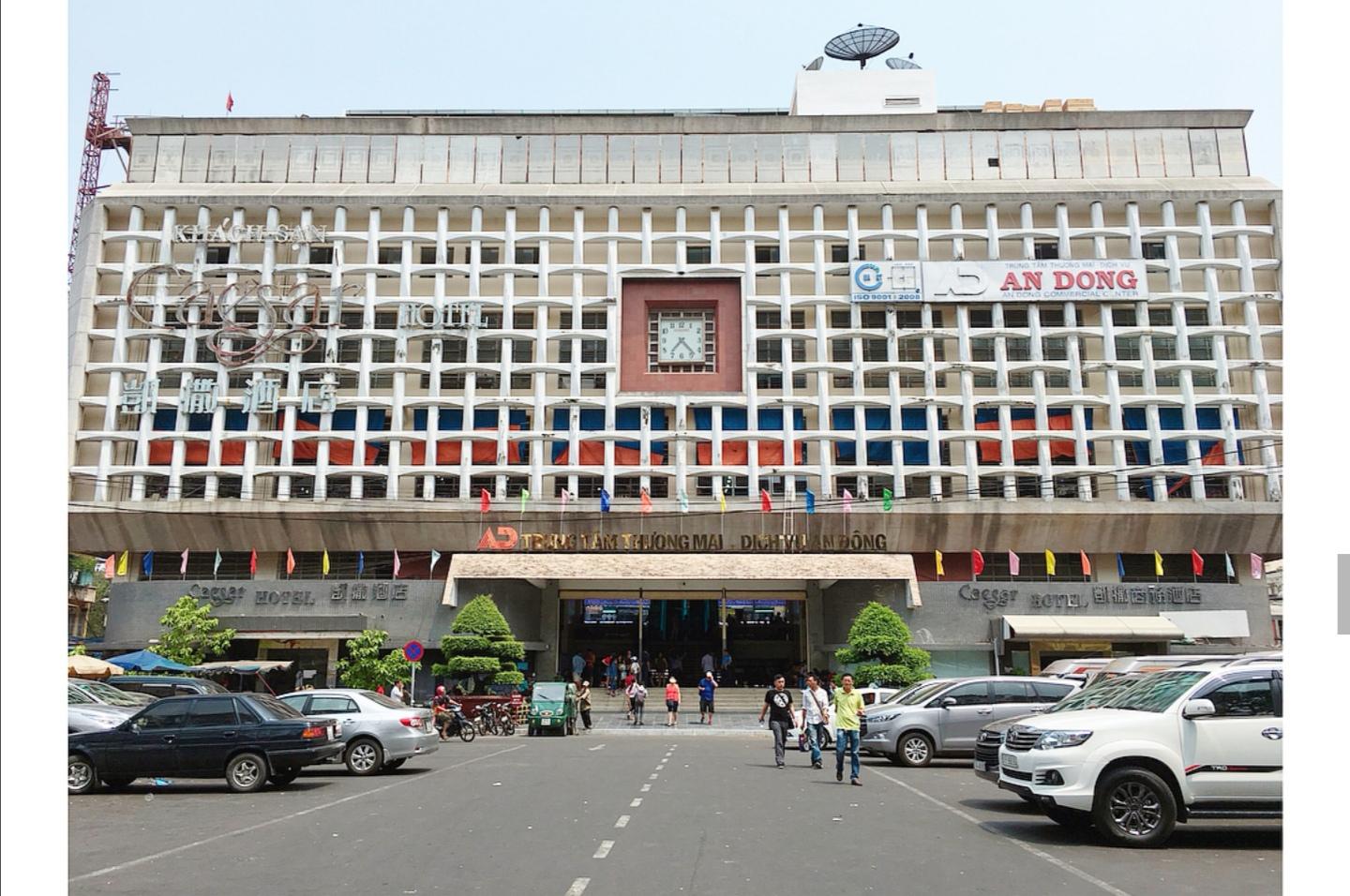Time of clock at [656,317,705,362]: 7:23
